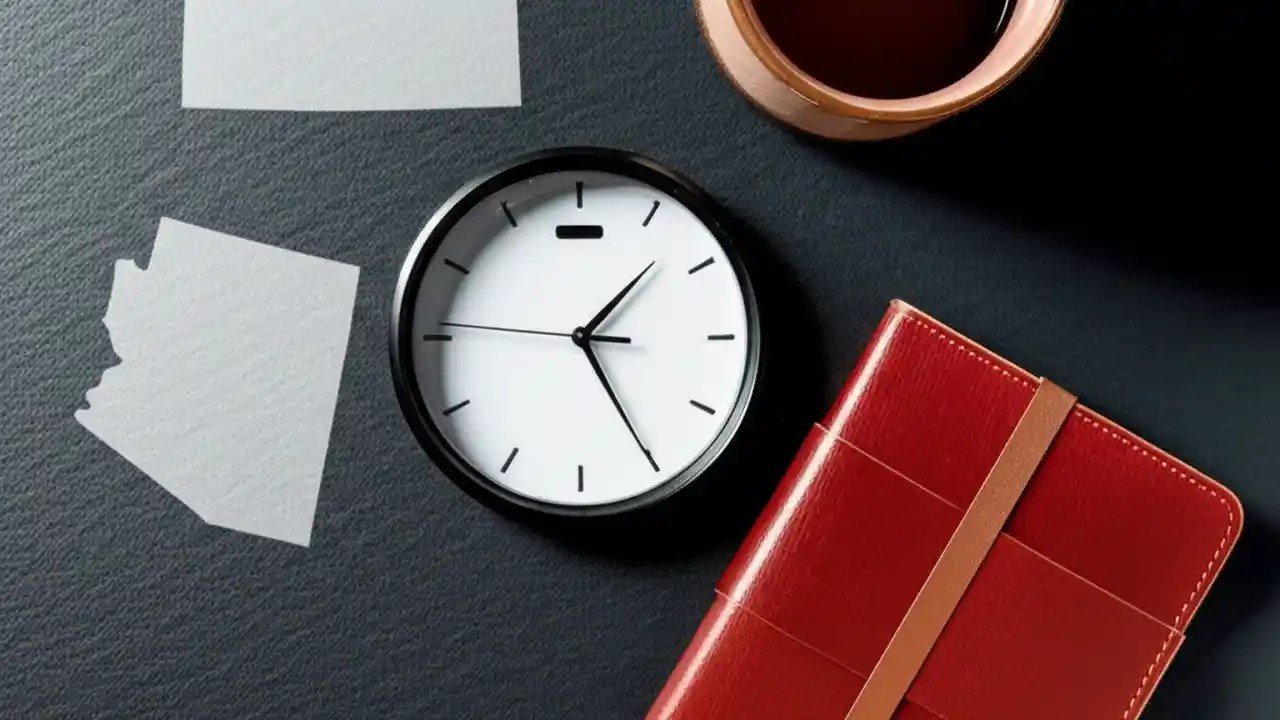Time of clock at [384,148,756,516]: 1:25
